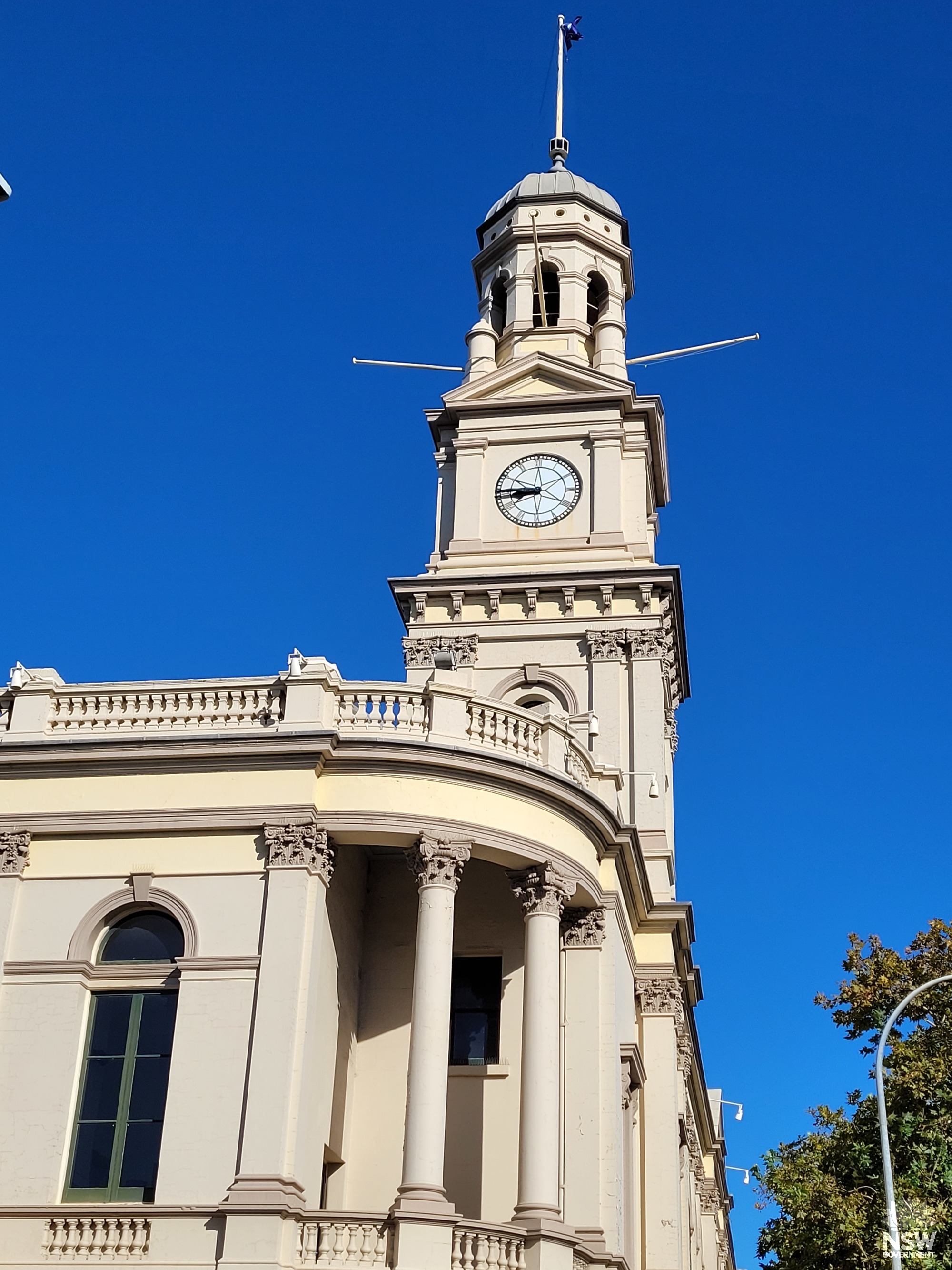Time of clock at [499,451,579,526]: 8:45
